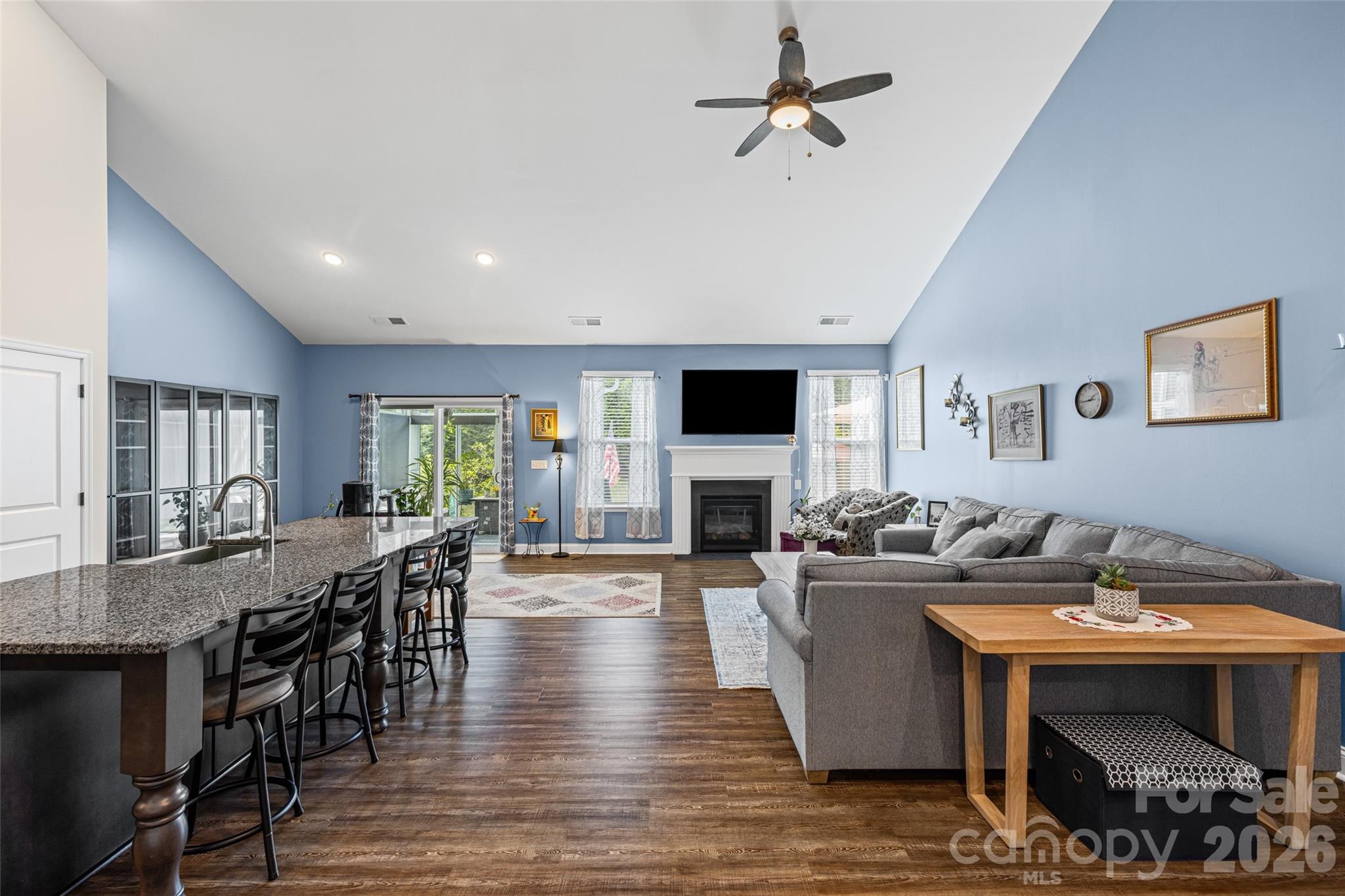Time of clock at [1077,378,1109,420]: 1:43
